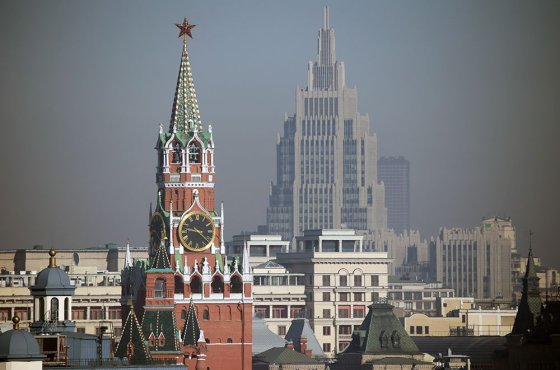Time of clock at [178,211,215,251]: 9:22
